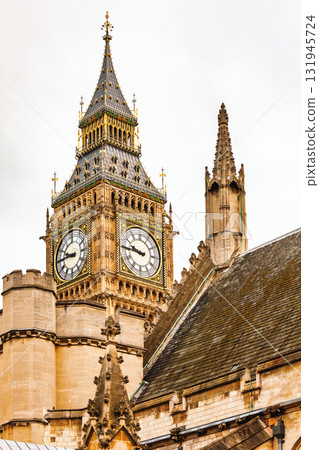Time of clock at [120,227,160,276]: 9:45
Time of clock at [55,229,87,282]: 9:45
